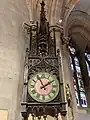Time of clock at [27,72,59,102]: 11:10
